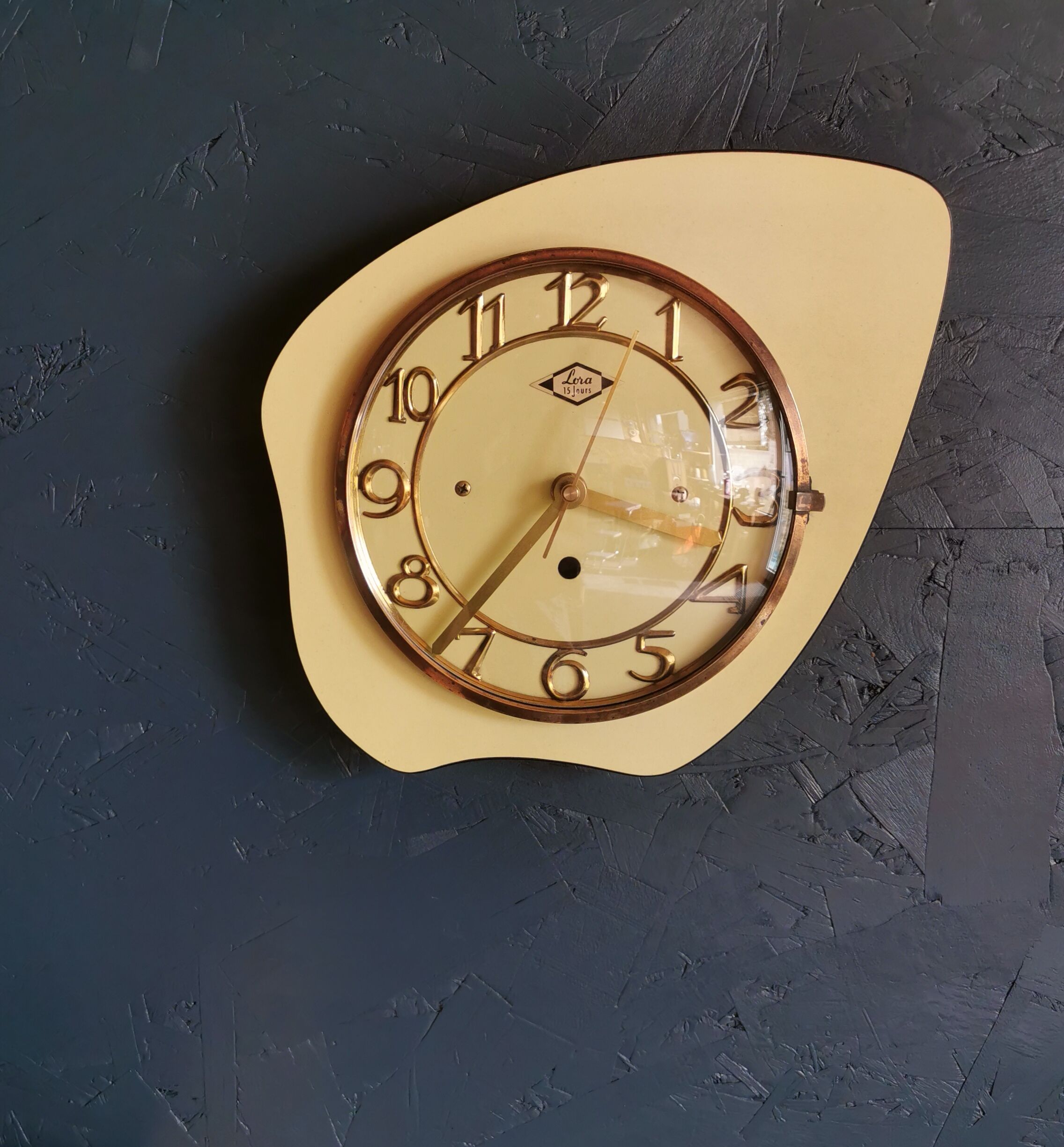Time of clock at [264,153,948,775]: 3:36
